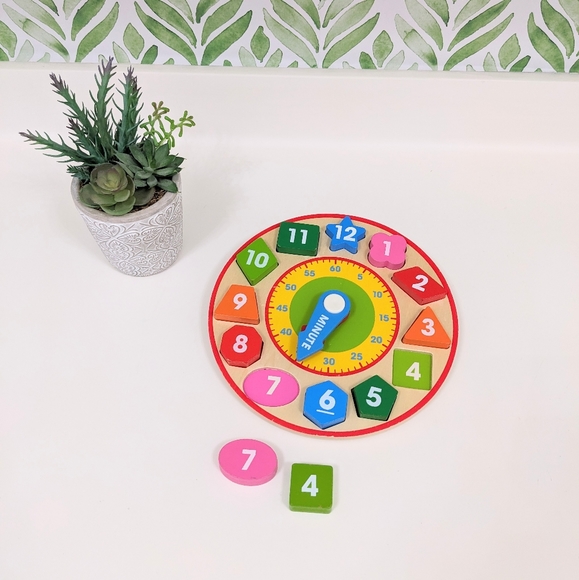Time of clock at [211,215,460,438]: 6:34
